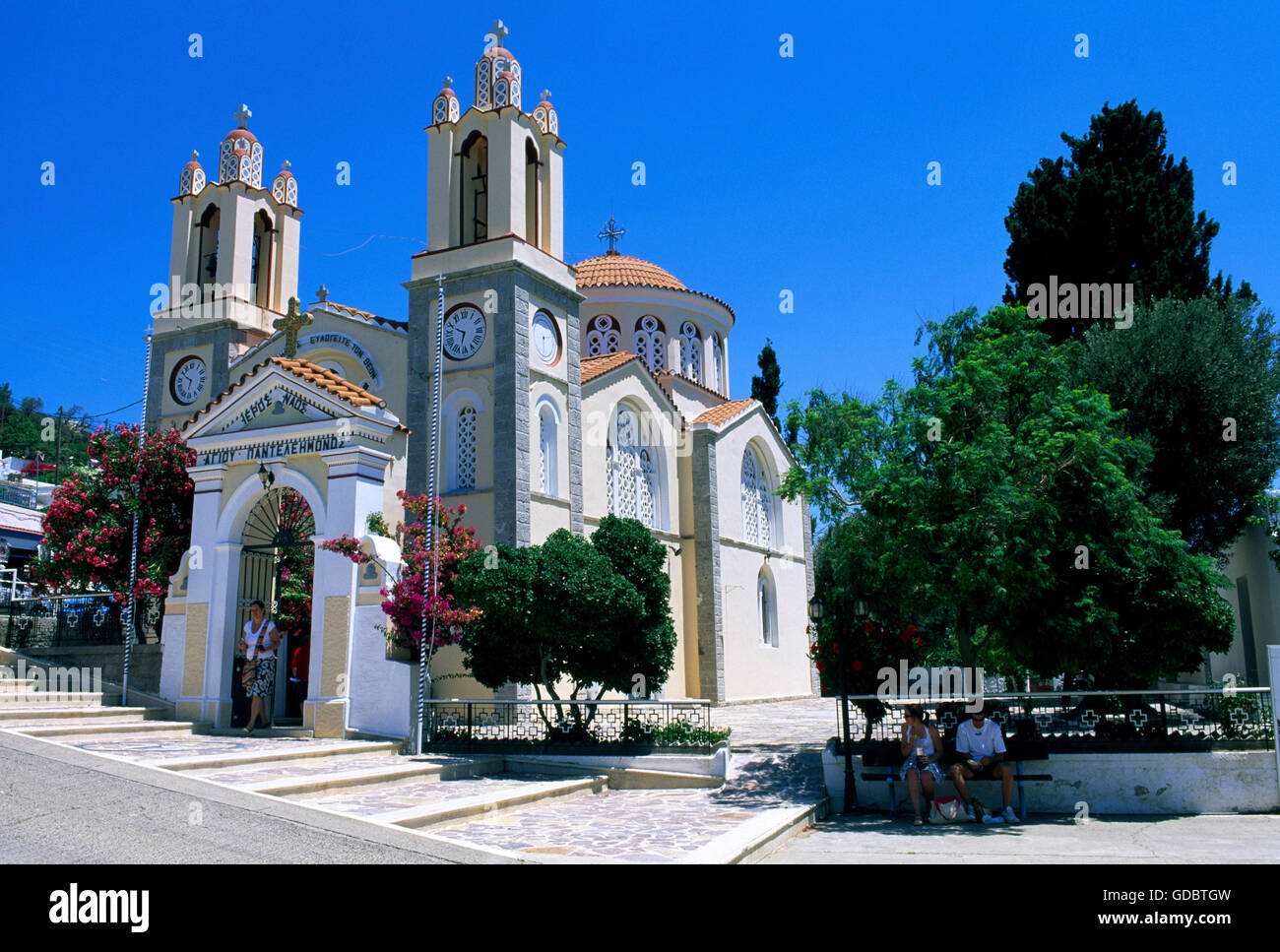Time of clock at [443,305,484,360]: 9:32
